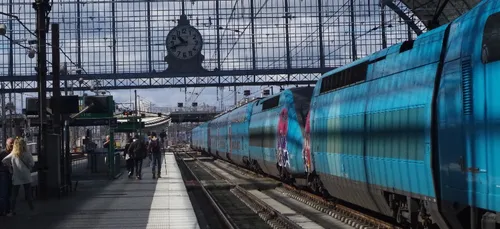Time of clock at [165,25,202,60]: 10:41
